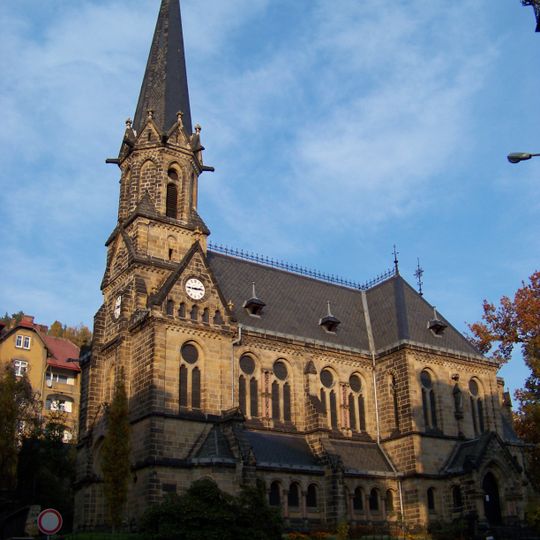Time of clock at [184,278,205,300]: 2:45
